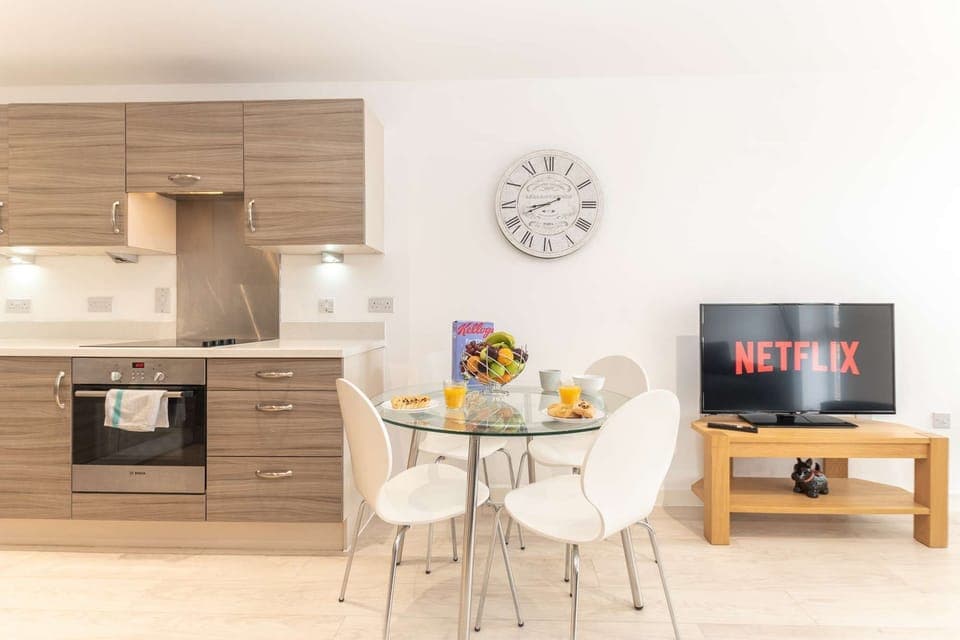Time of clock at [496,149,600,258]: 8:41
